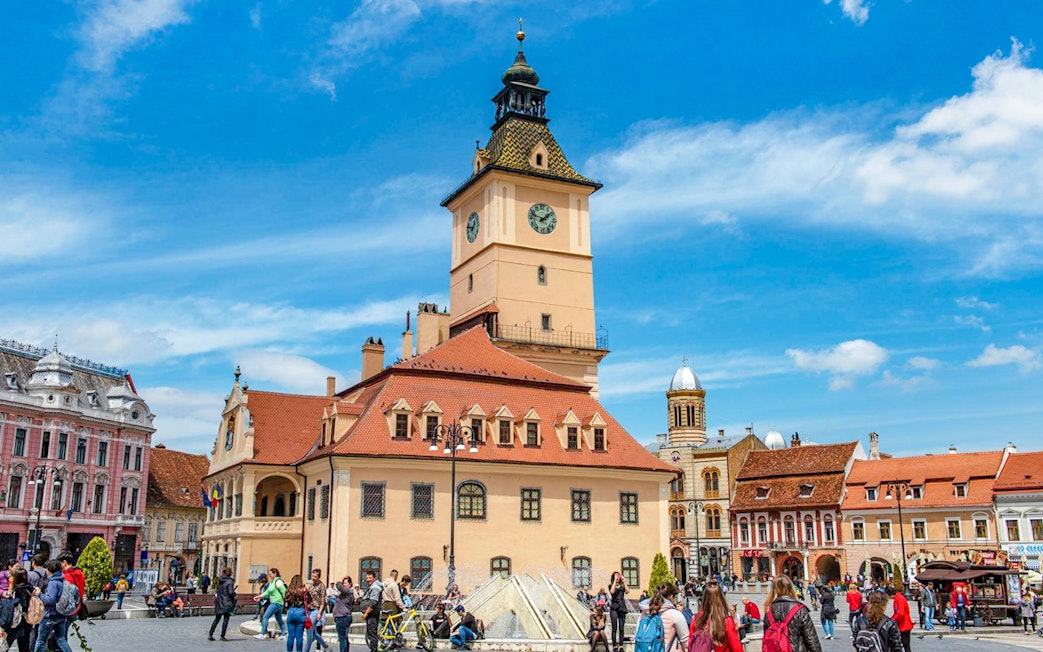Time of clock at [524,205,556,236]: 1:47
